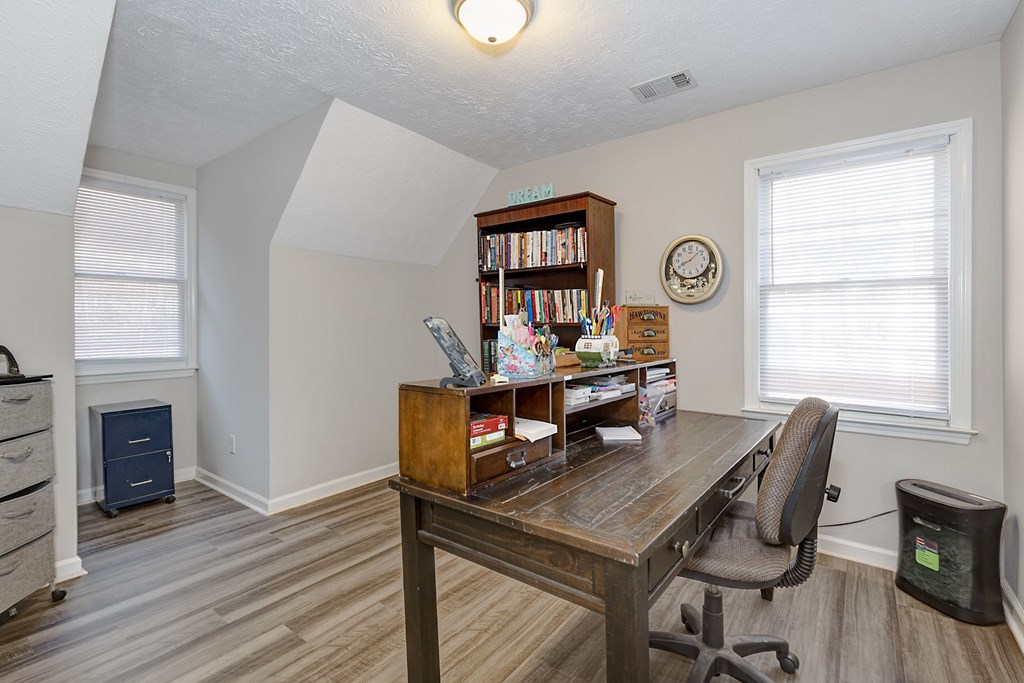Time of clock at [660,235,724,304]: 8:07
